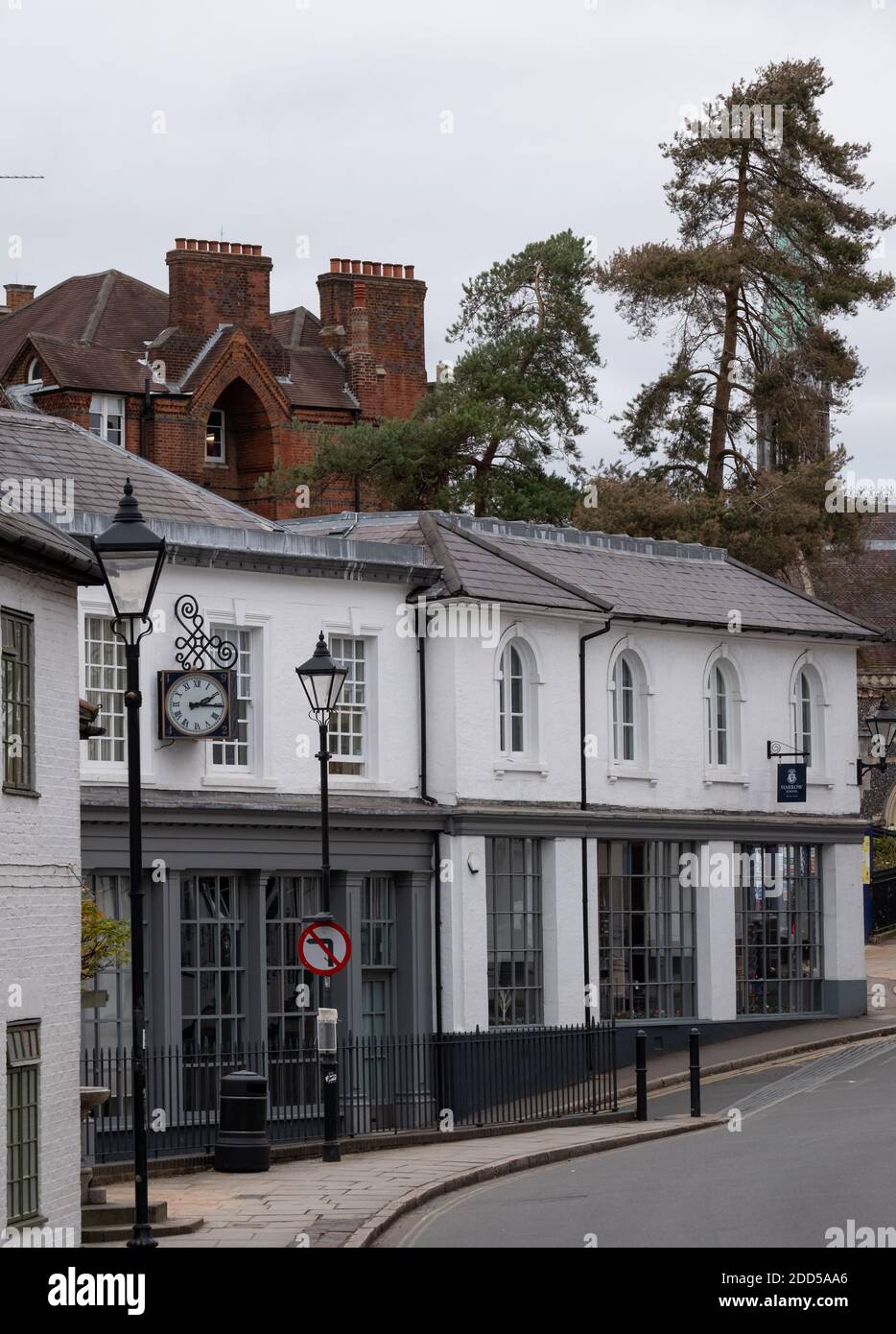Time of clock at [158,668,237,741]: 2:15
